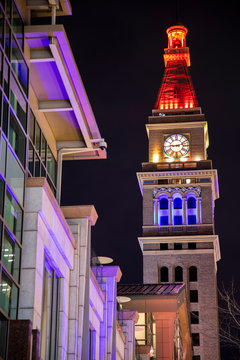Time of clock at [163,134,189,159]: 9:12
